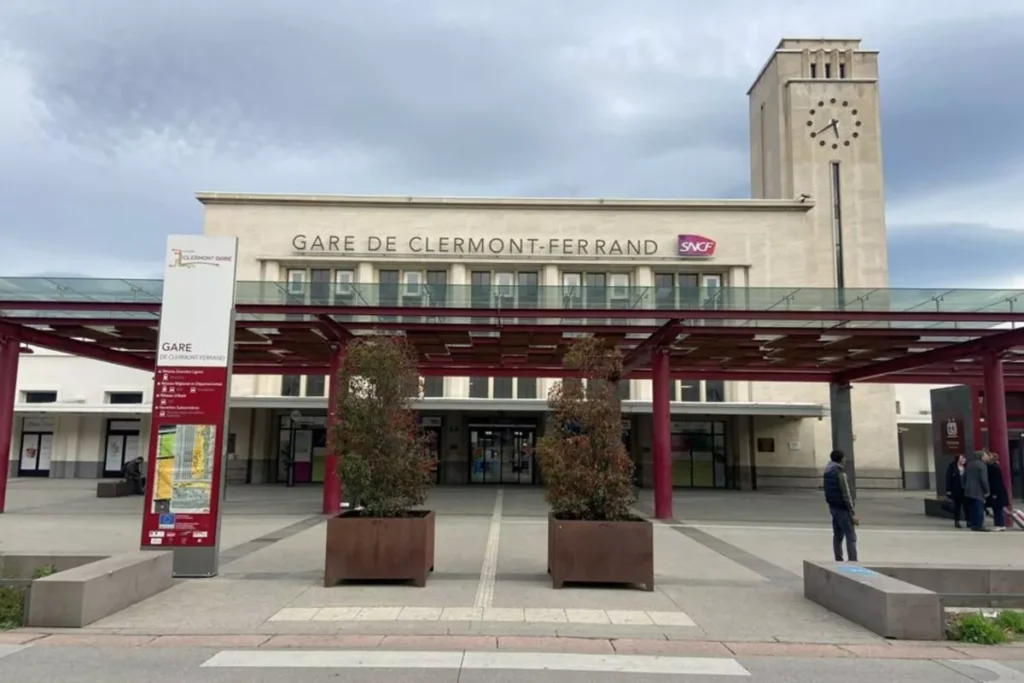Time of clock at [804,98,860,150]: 5:39
